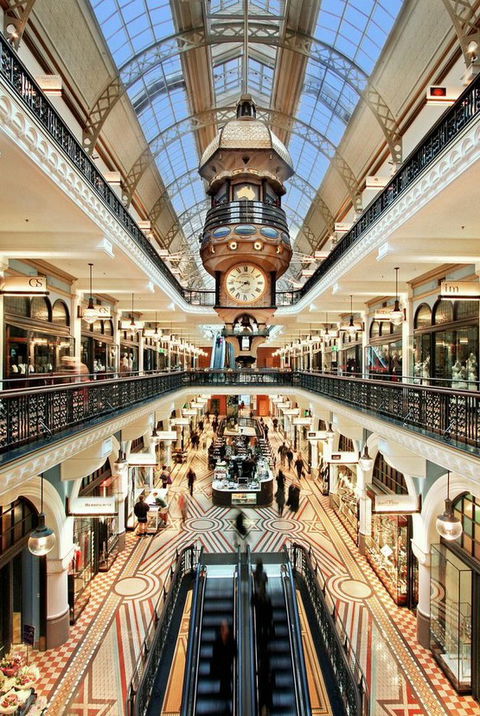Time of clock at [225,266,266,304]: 7:46
